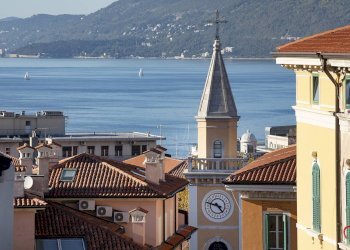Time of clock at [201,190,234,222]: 4:47
